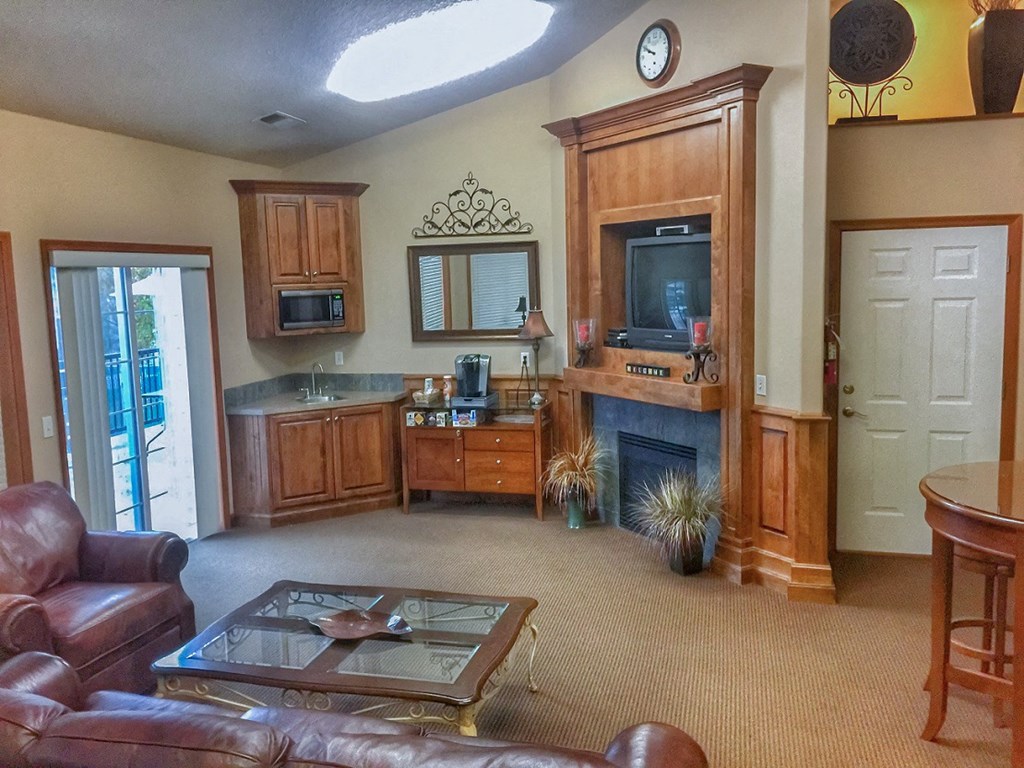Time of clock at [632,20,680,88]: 9:50
